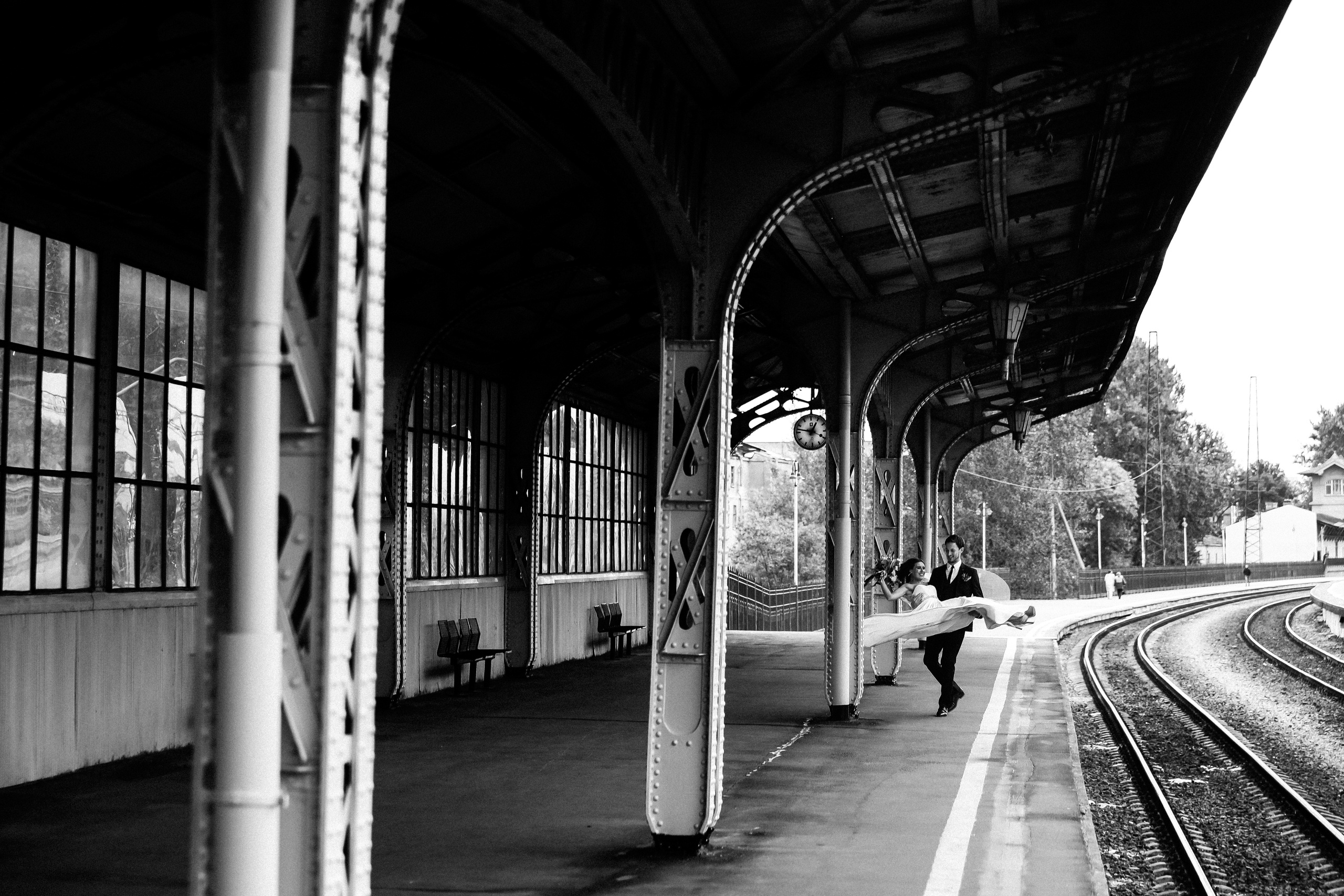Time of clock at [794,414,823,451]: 12:47
